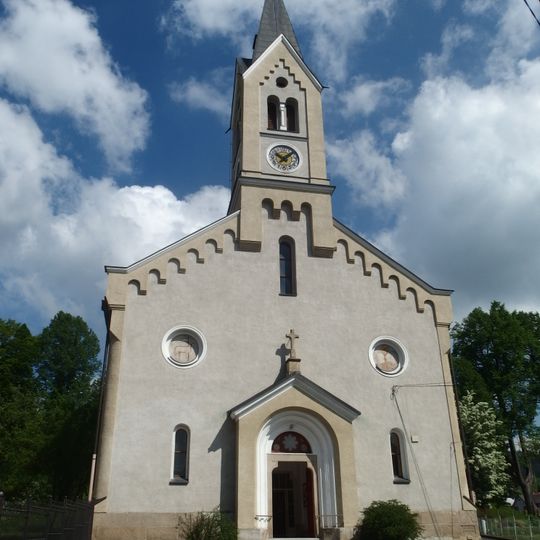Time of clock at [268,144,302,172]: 10:07
